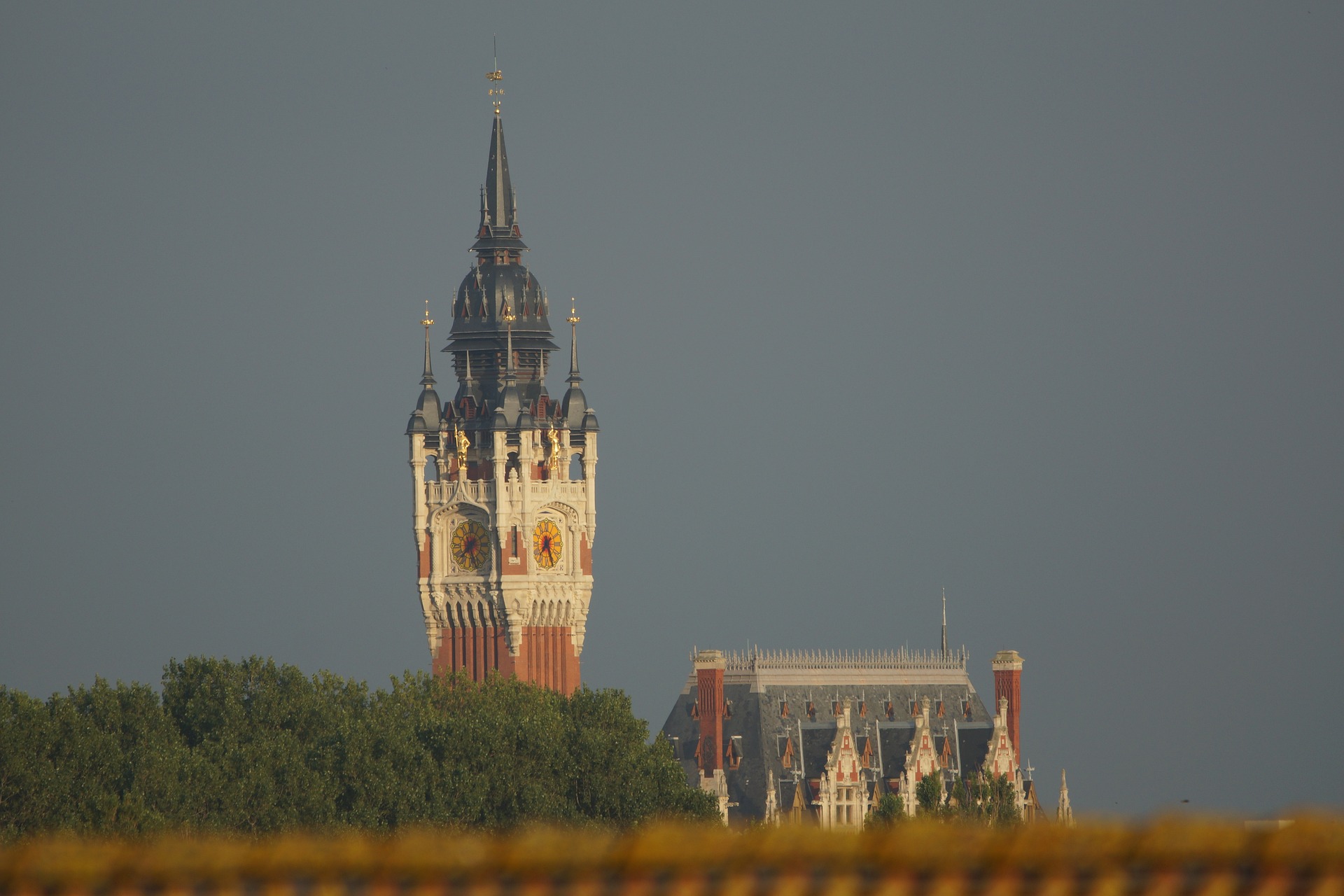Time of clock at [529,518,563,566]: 7:25
